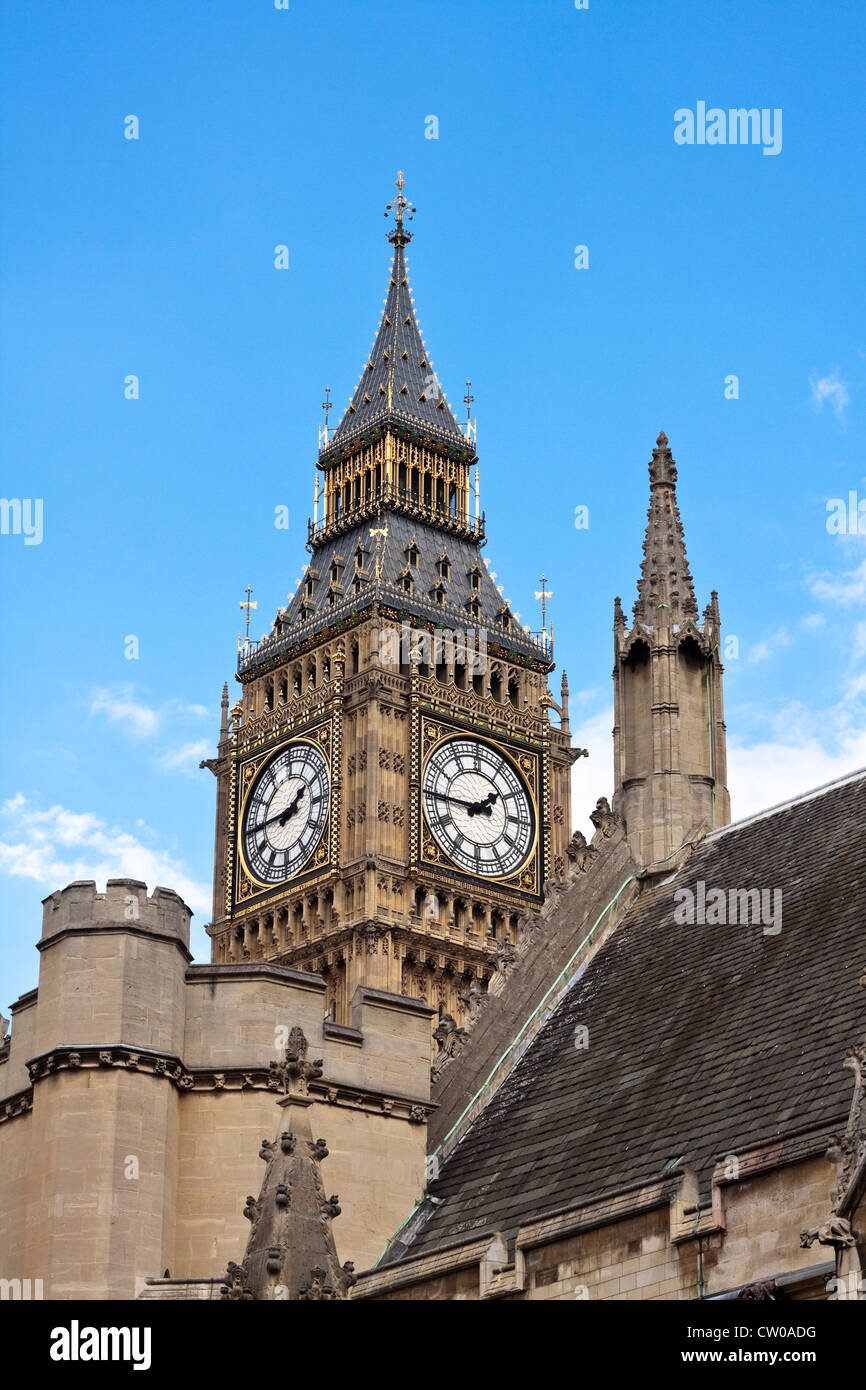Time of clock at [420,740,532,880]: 1:45
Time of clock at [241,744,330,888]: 1:44
